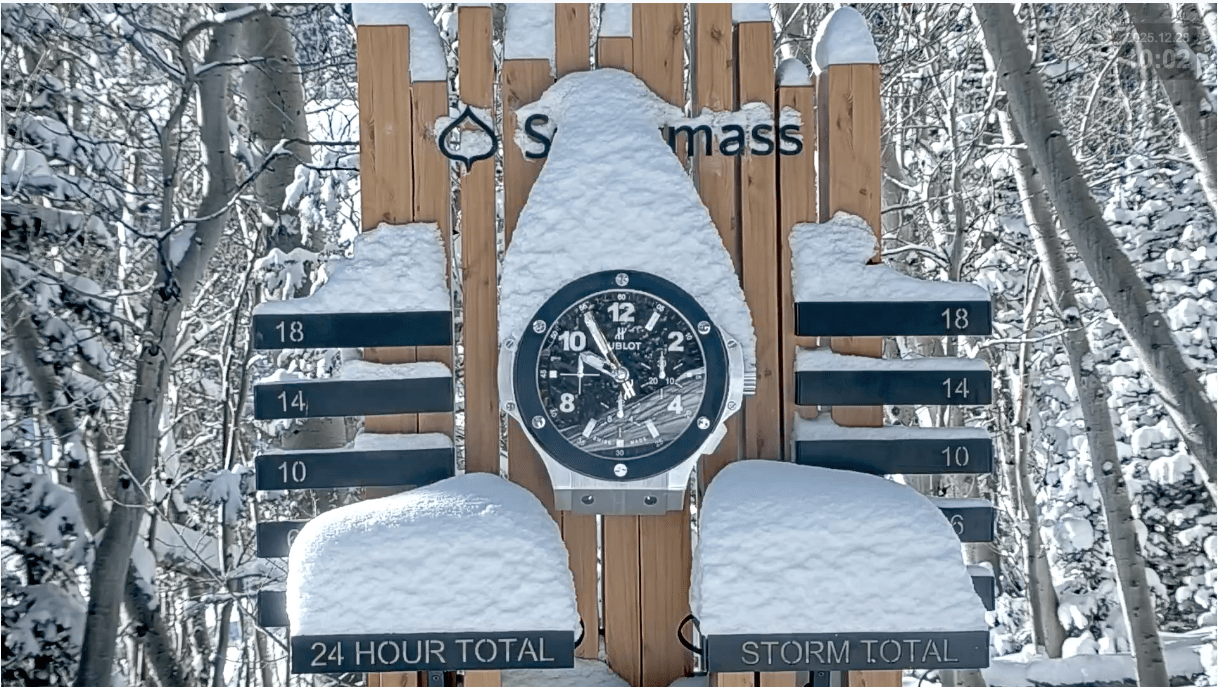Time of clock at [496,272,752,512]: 9:54
